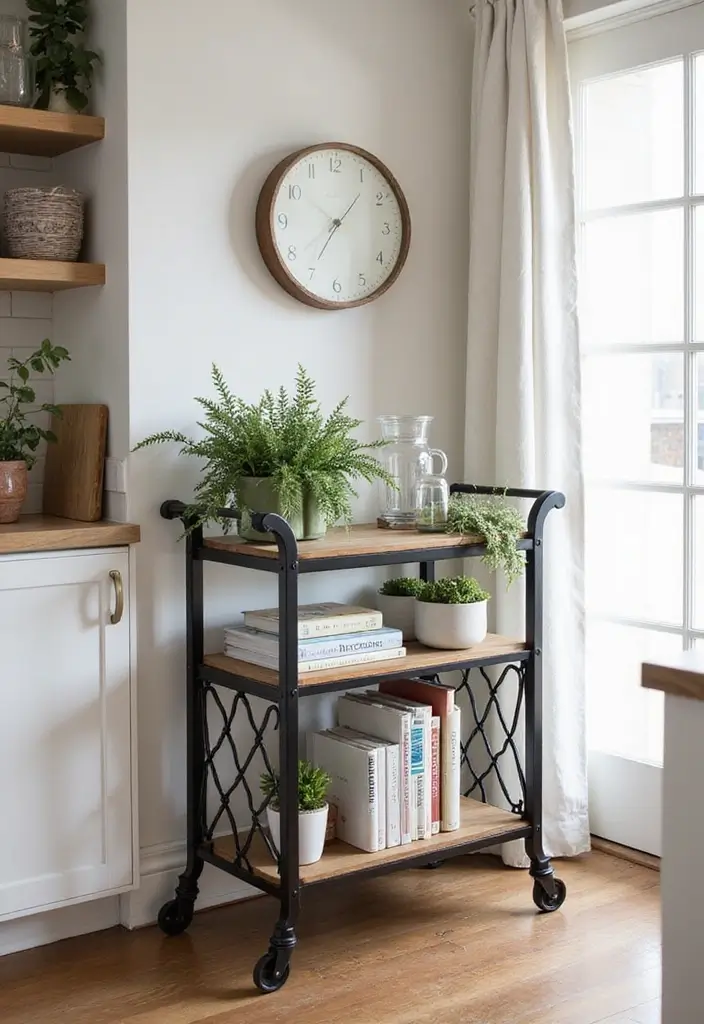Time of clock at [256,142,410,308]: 1:35
